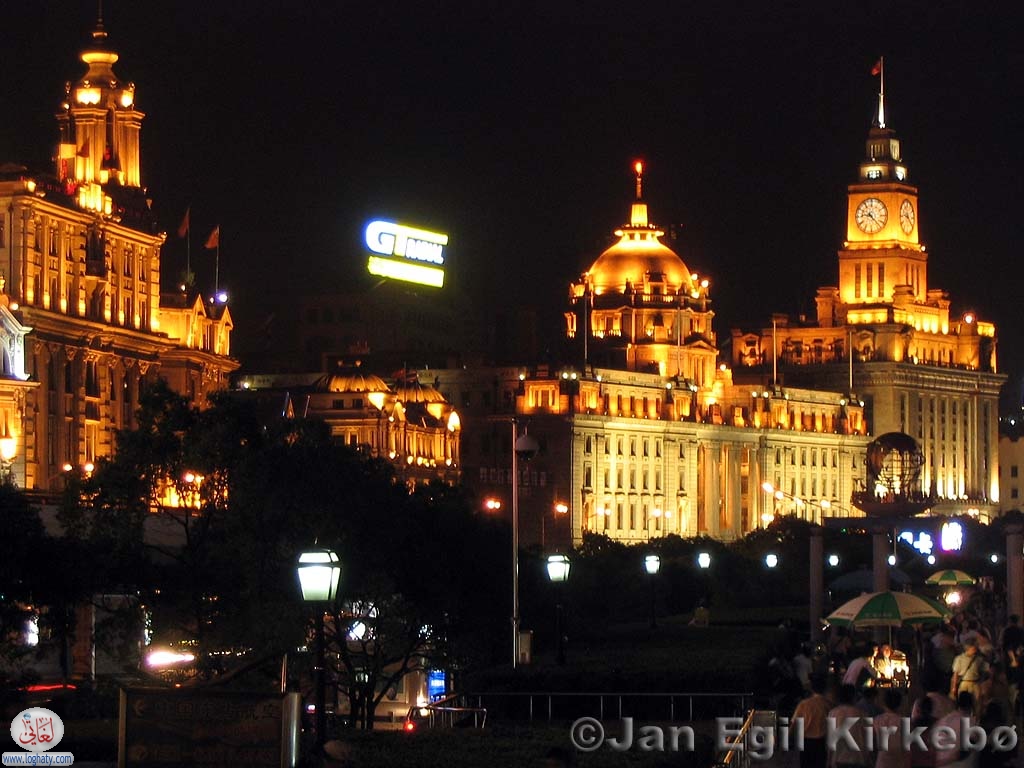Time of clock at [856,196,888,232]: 9:22
